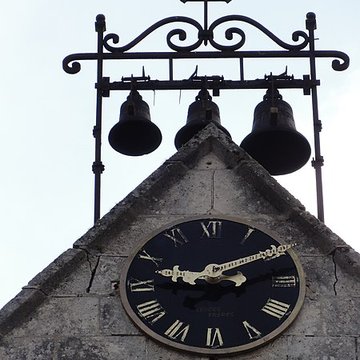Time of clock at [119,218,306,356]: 9:12
